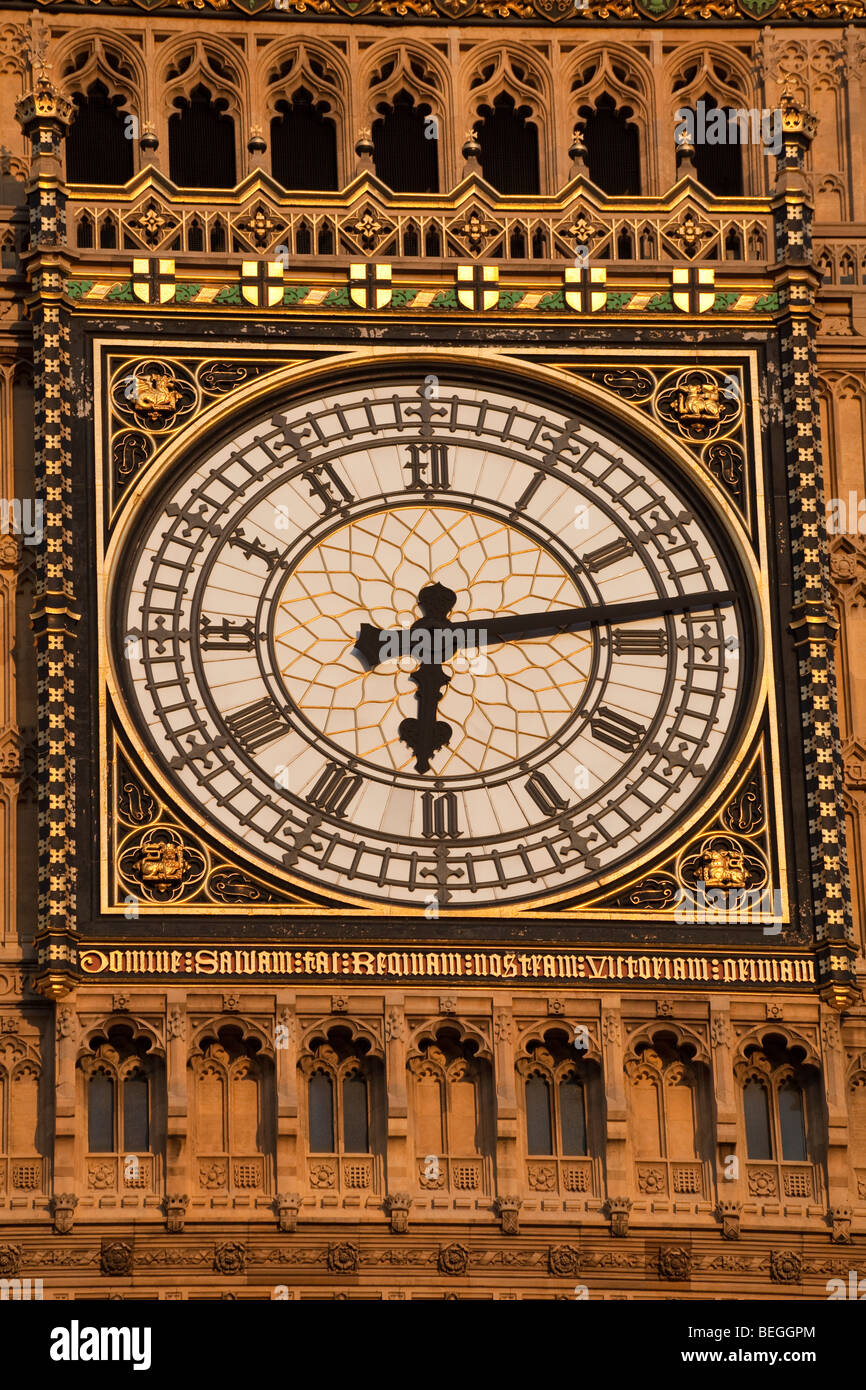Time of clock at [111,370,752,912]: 6:13
